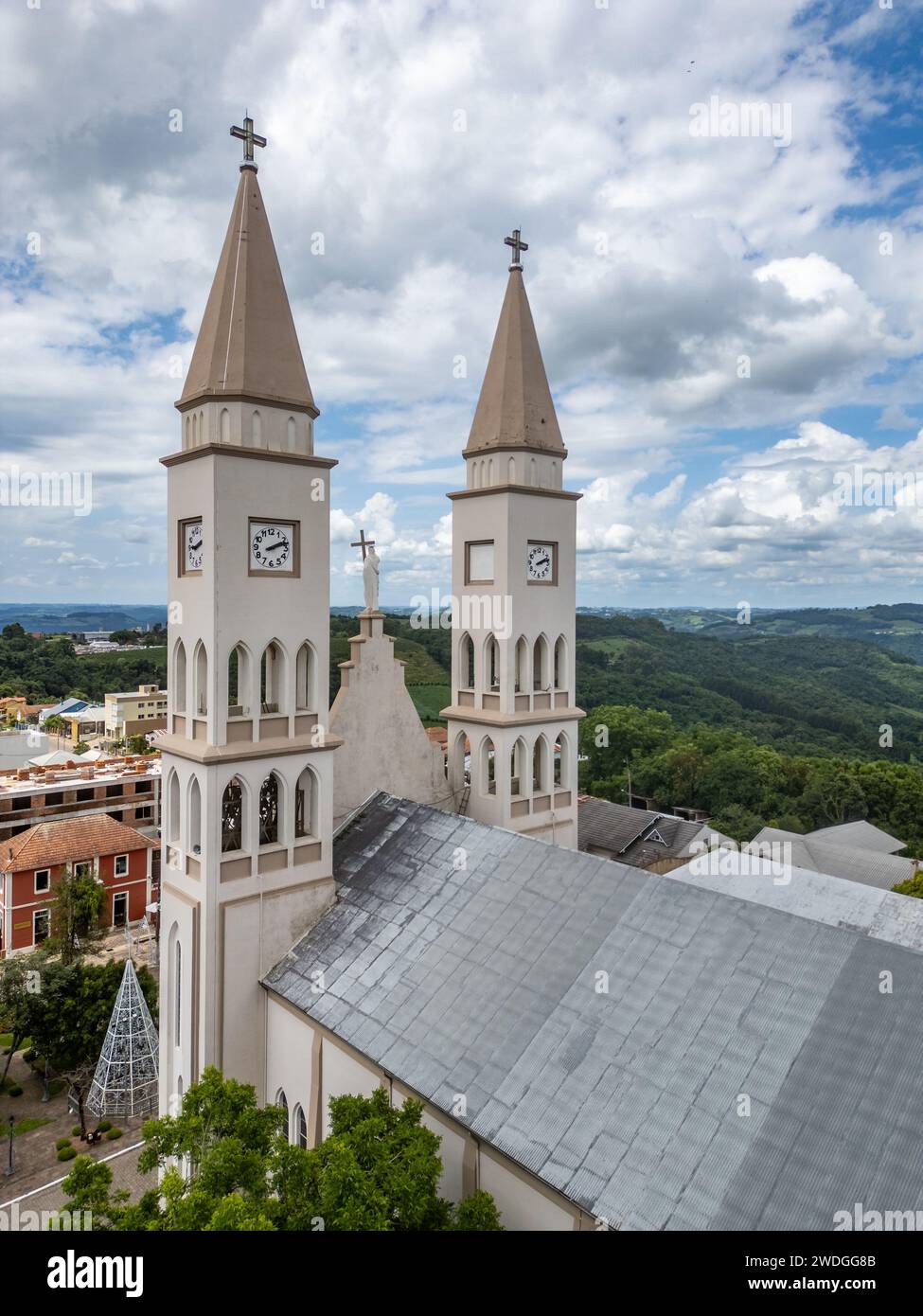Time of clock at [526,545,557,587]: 2:12
